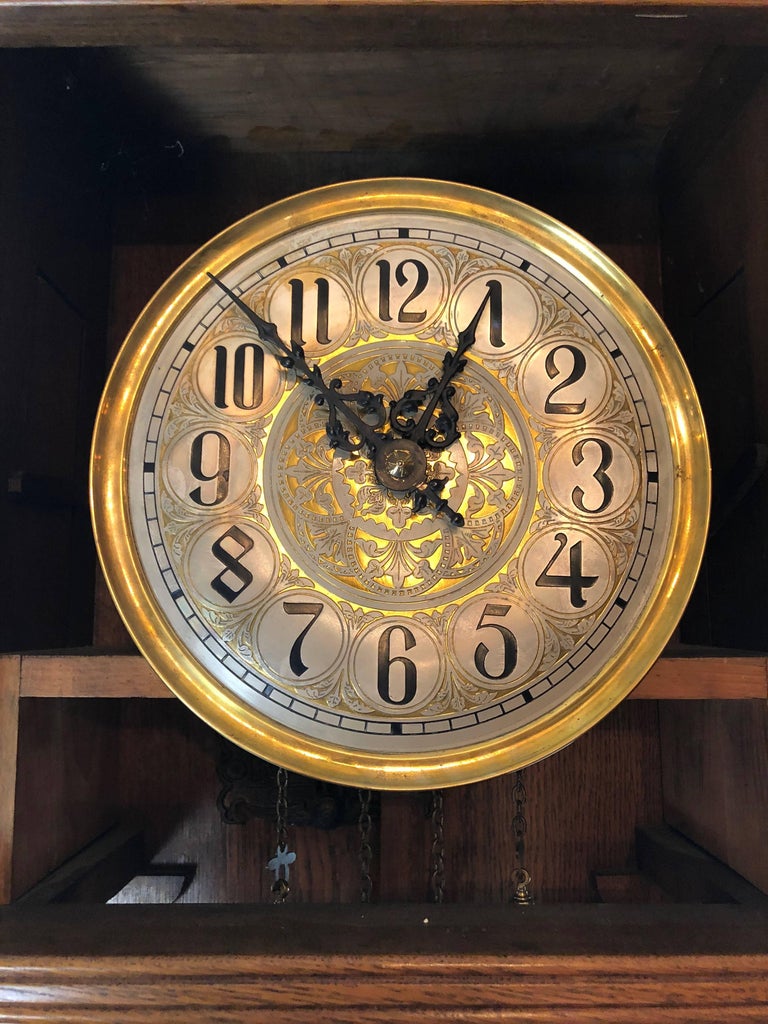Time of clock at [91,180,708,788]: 12:52
